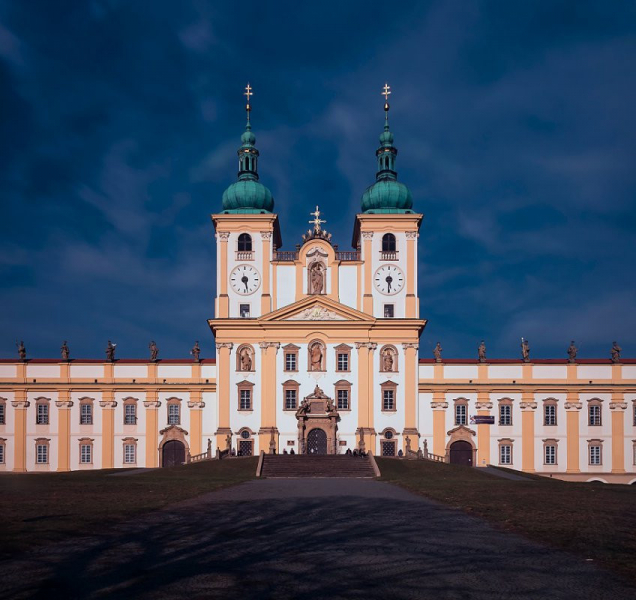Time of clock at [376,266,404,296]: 5:30
